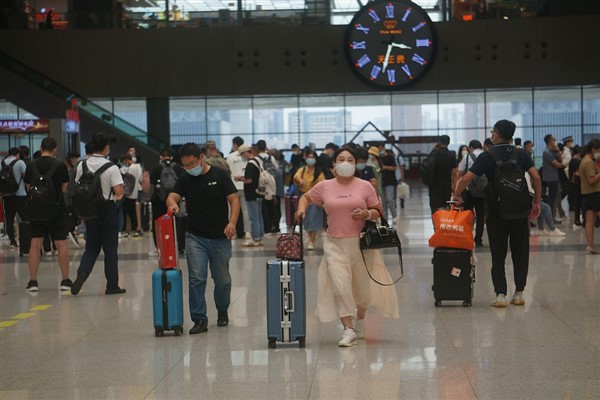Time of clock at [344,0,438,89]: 3:32
